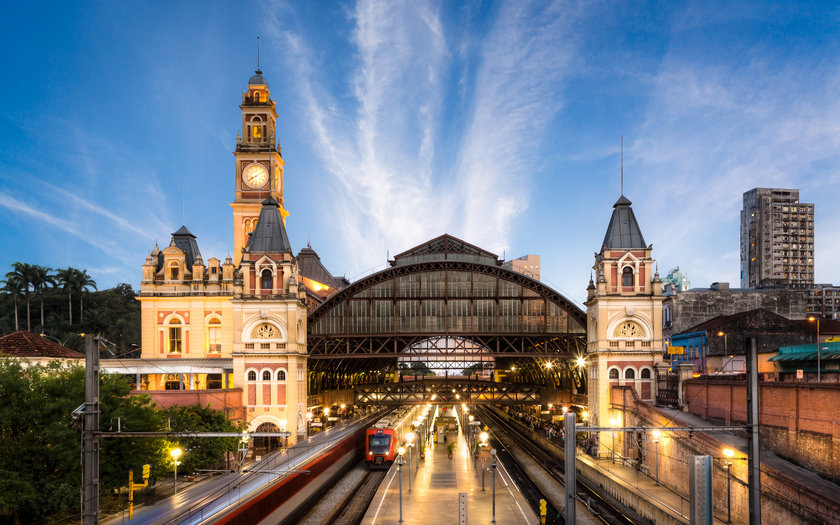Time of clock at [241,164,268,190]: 8:10
